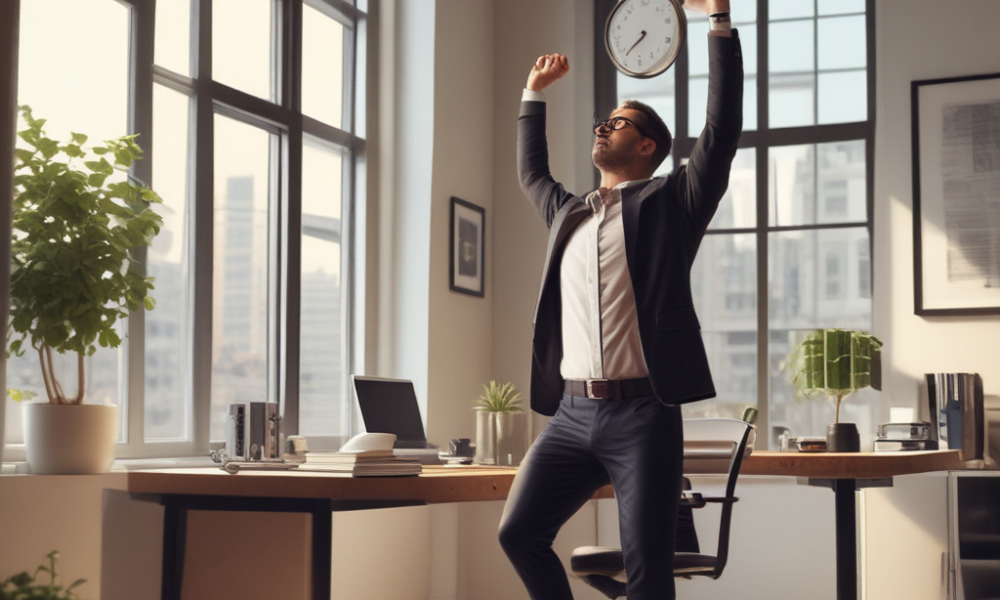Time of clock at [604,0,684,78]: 7:37
